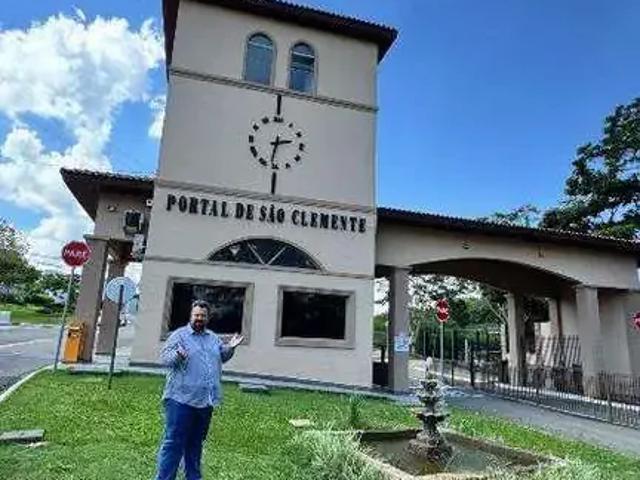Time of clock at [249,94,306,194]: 2:31
